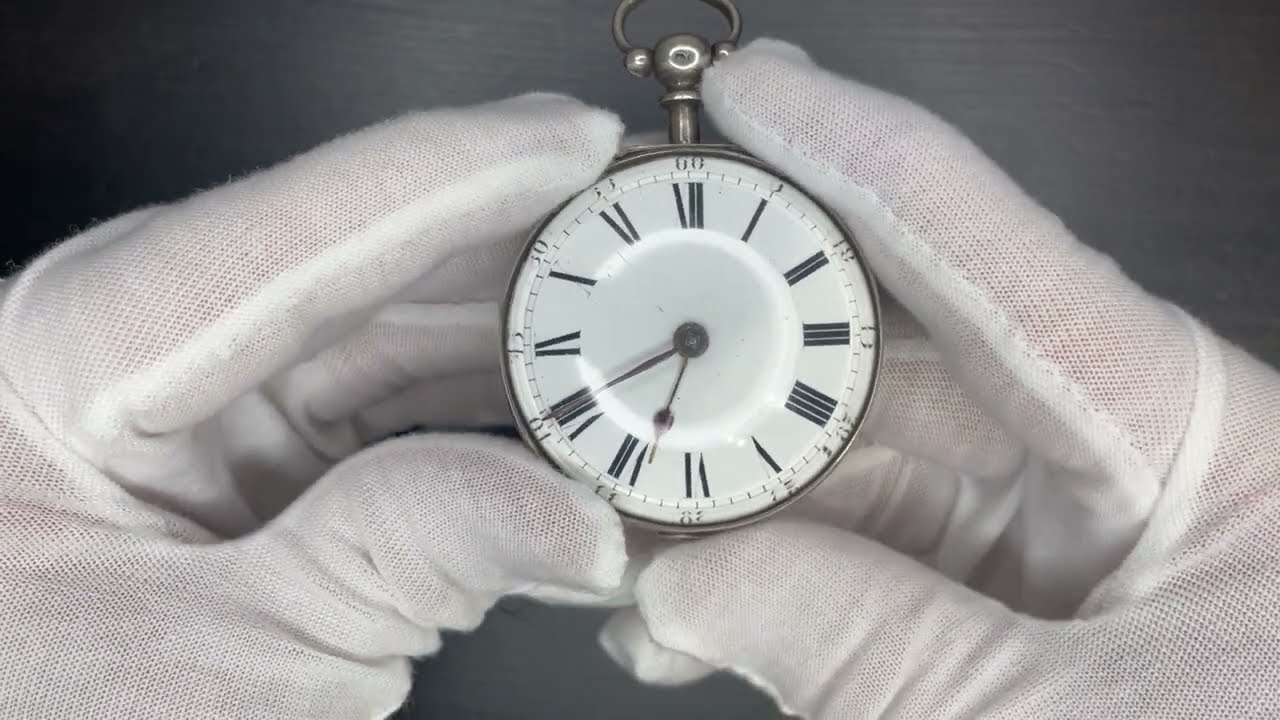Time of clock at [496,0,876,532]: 6:40
